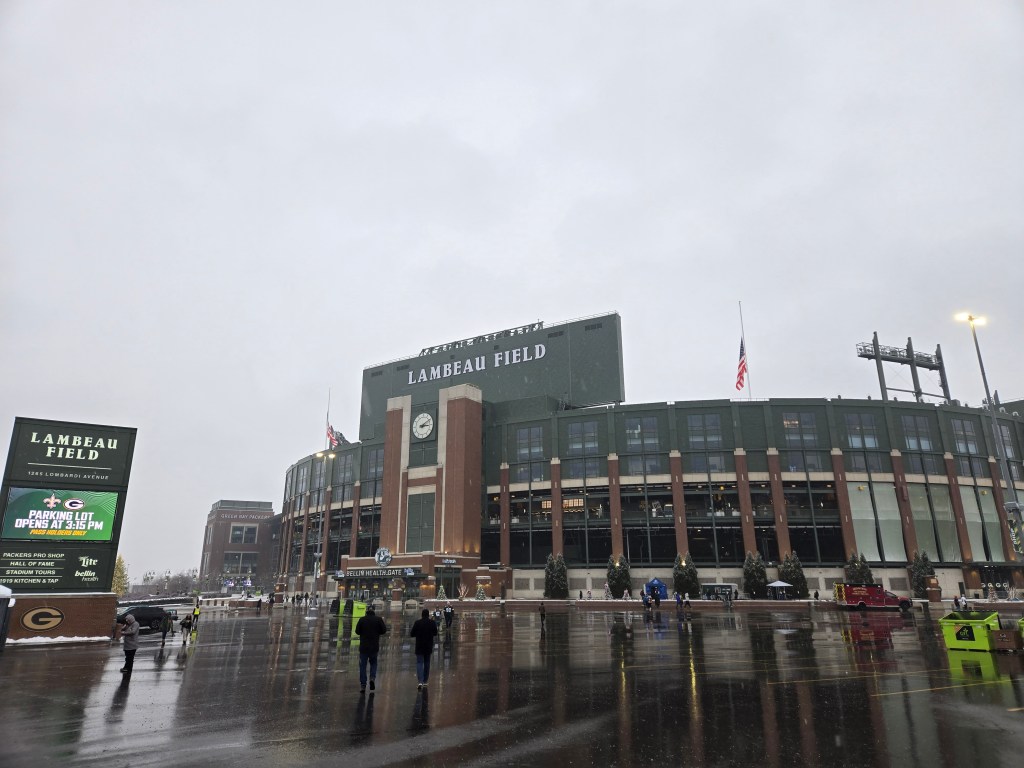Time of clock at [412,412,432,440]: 3:09
